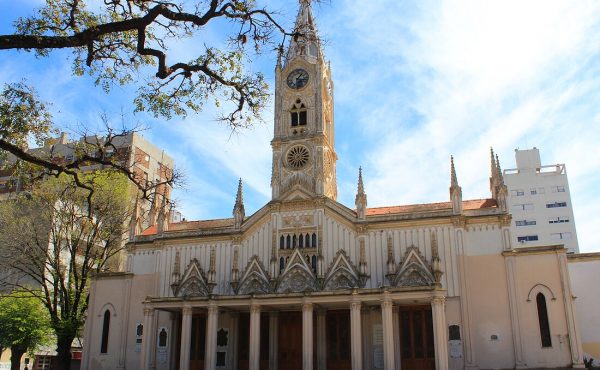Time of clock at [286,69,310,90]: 1:16
